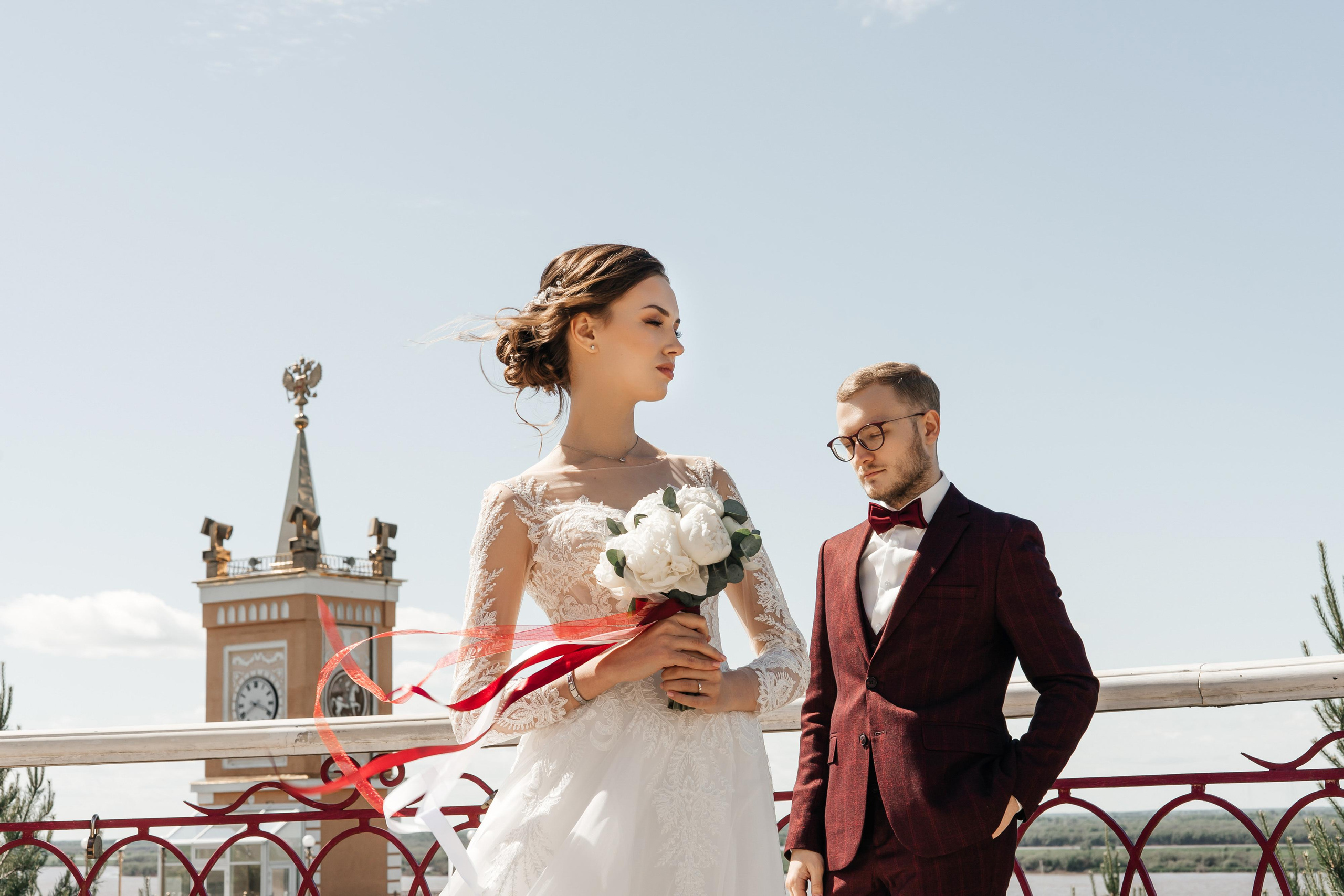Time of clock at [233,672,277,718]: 3:38
